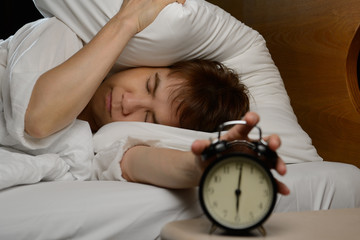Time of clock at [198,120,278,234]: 6:01
